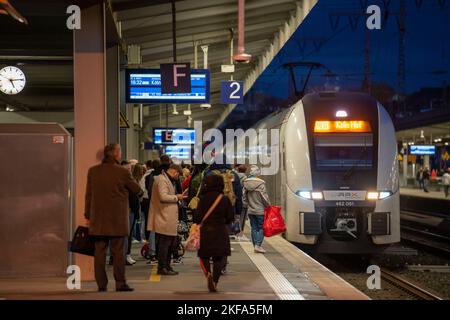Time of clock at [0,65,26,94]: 5:14
